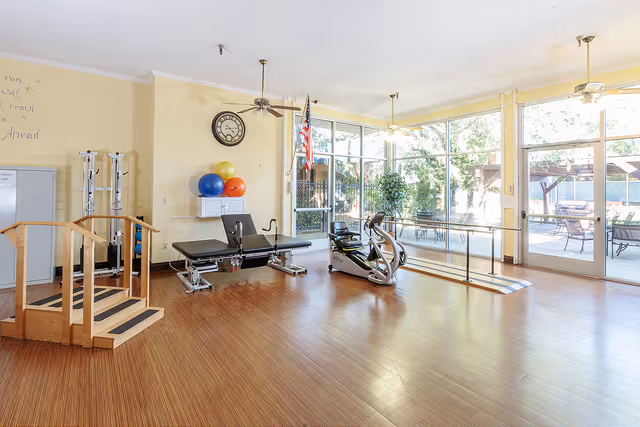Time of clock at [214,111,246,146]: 4:13
